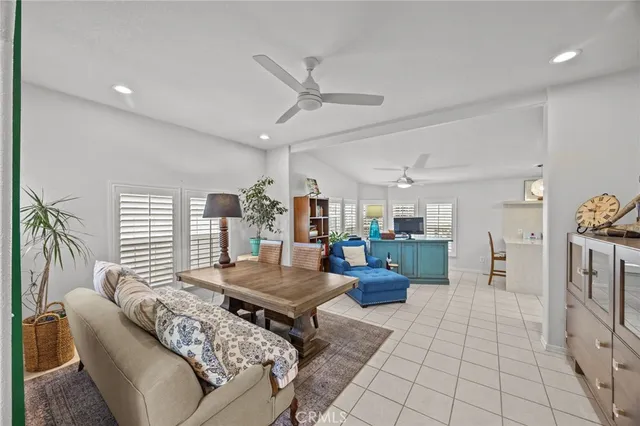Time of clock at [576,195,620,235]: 9:28
